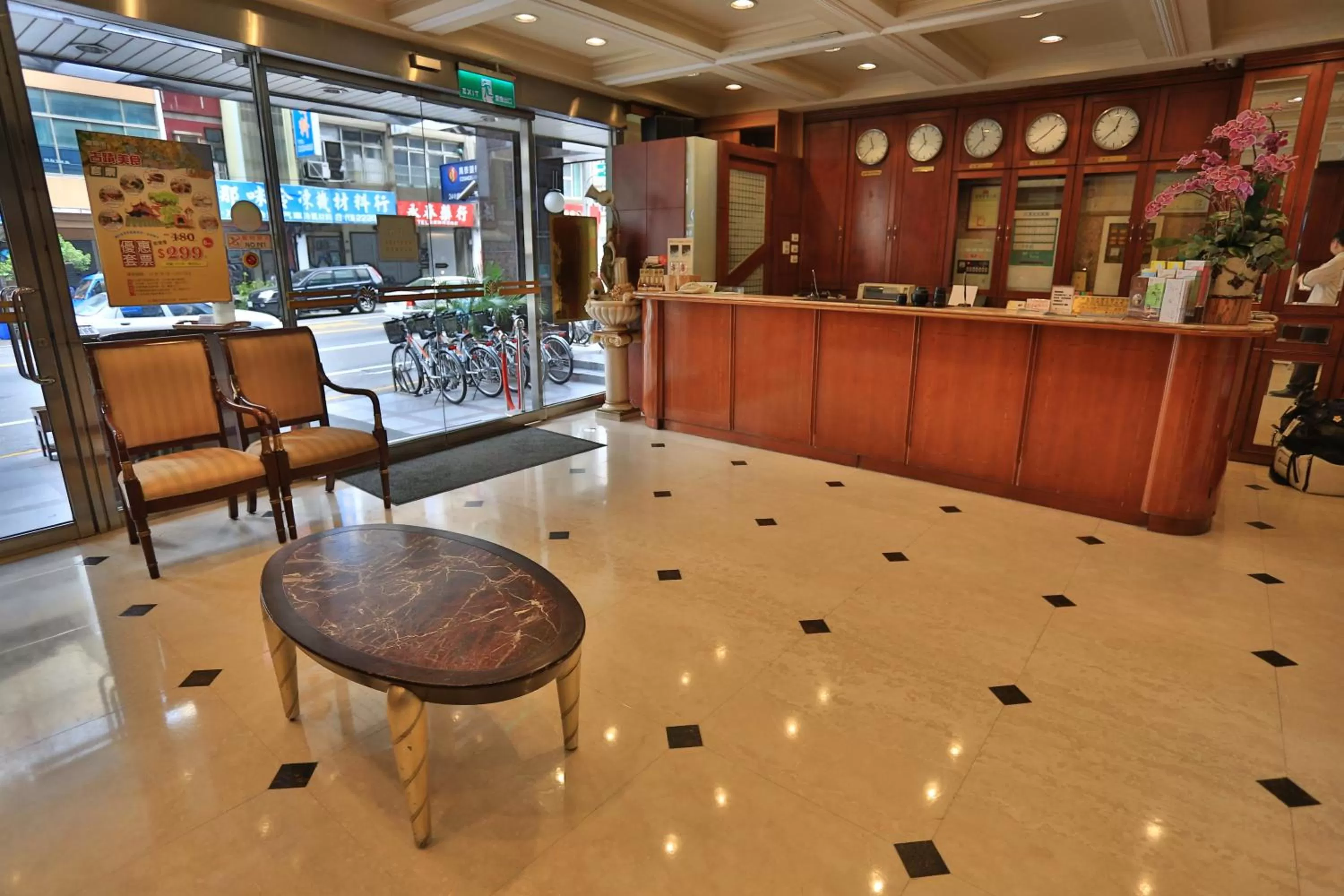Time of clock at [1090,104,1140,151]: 12:37
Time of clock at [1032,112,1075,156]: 1:39
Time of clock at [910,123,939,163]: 11:36
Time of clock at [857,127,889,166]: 11:37
